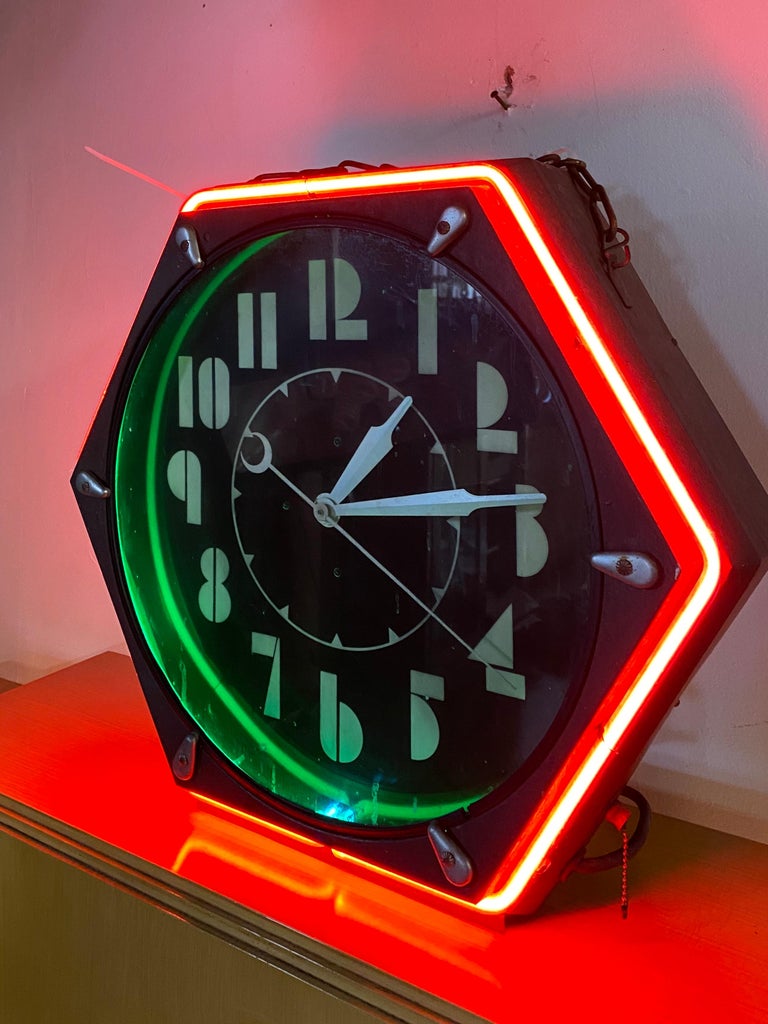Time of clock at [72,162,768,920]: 1:13
